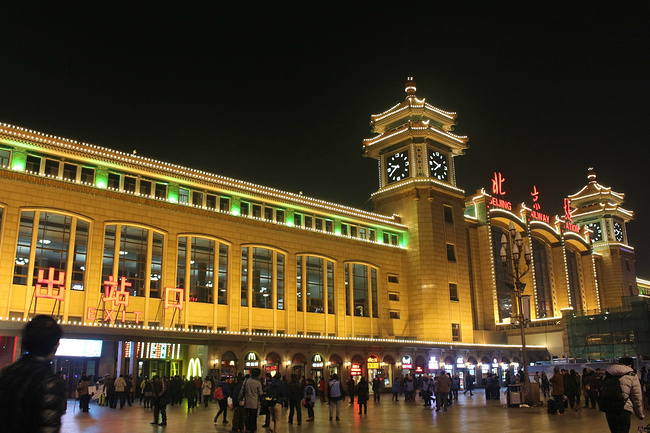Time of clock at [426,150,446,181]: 9:38
